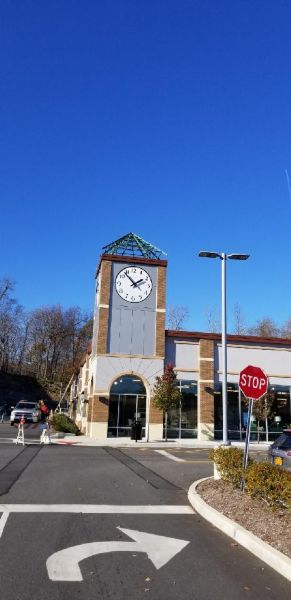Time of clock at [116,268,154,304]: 1:53
